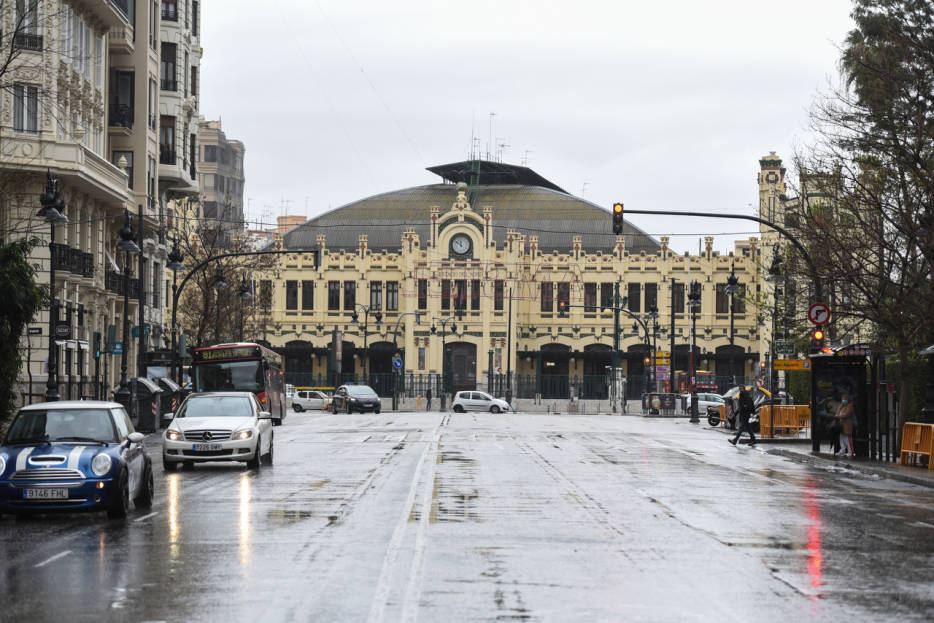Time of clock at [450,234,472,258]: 11:51
